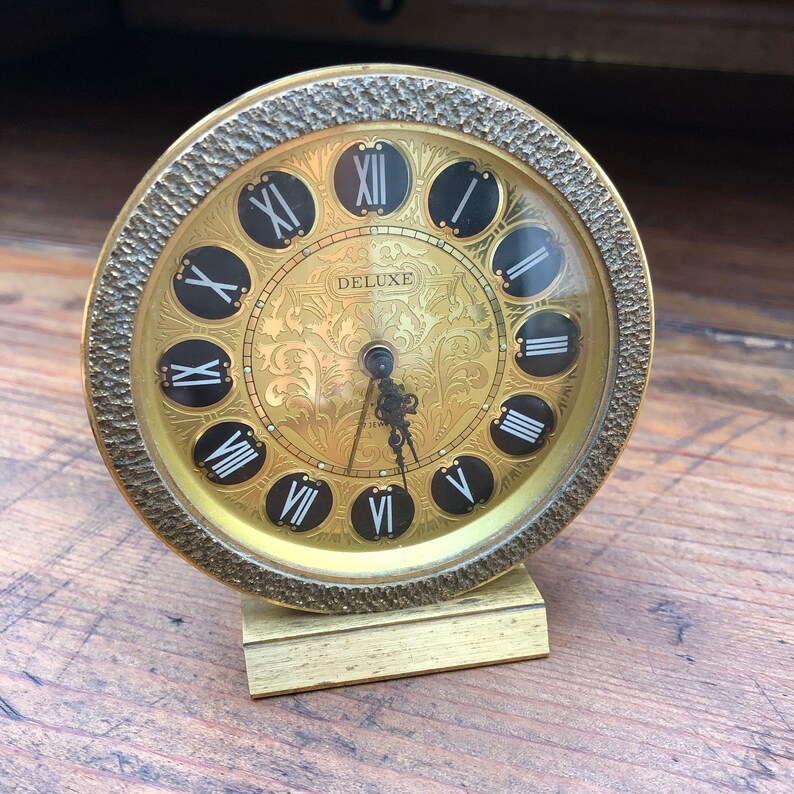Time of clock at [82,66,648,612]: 5:28
